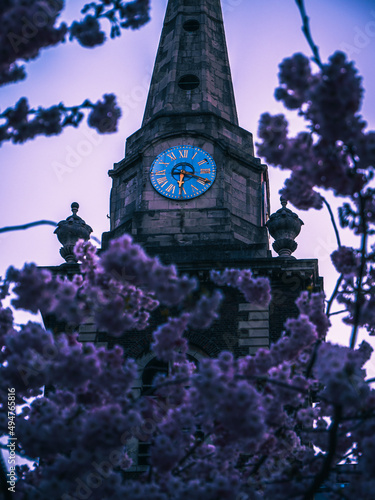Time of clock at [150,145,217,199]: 6:18
